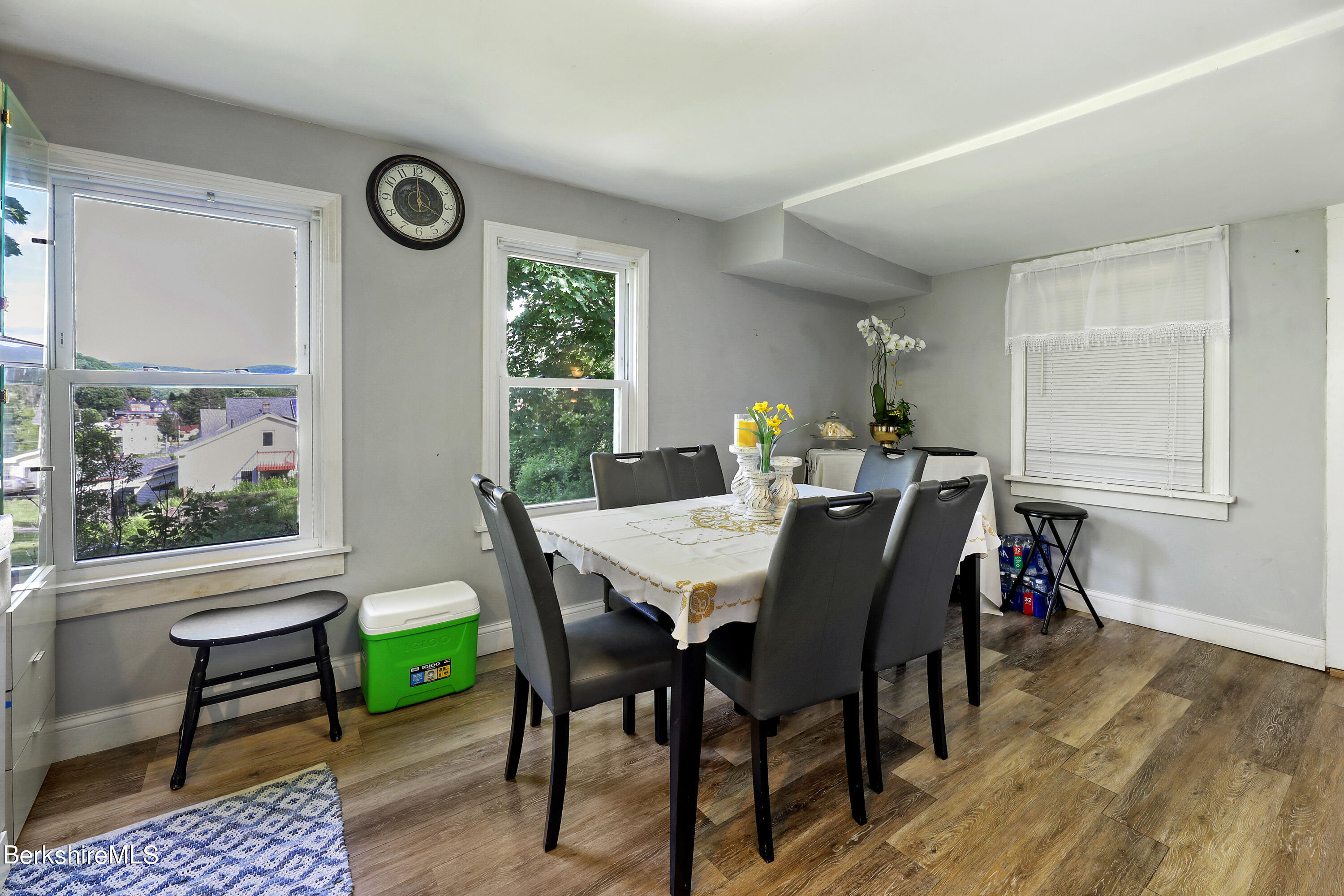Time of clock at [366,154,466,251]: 3:59
